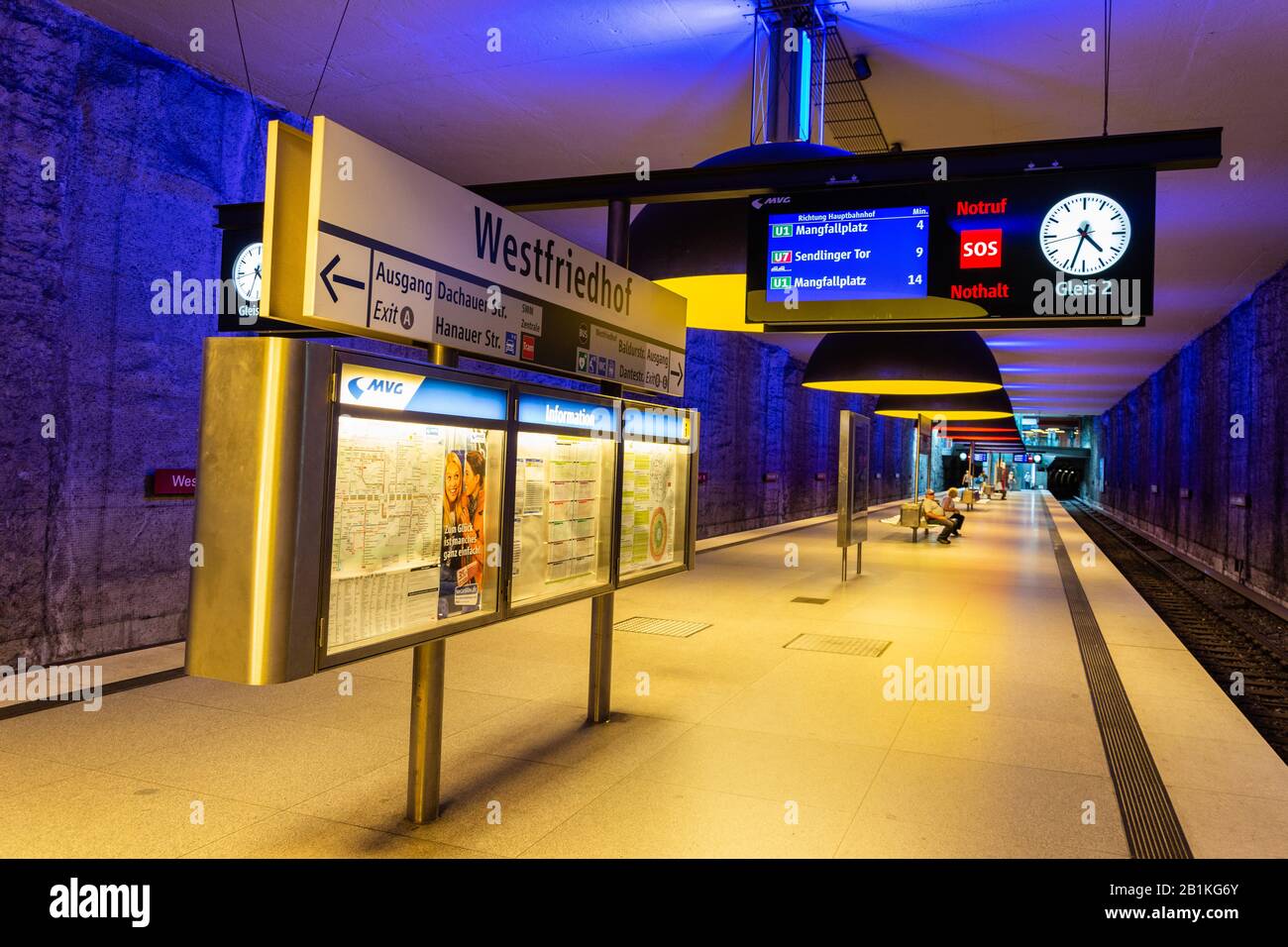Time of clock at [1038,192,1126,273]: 4:33
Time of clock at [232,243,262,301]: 4:33
